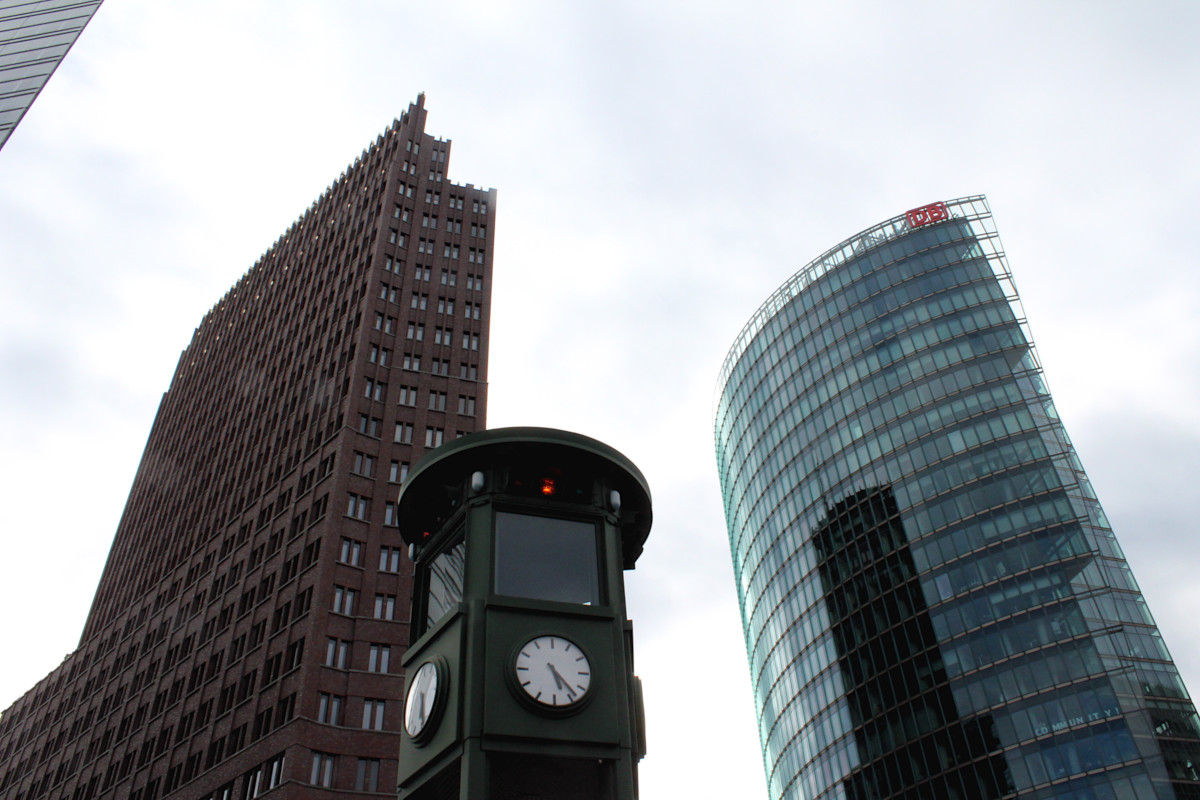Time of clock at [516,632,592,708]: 5:23
